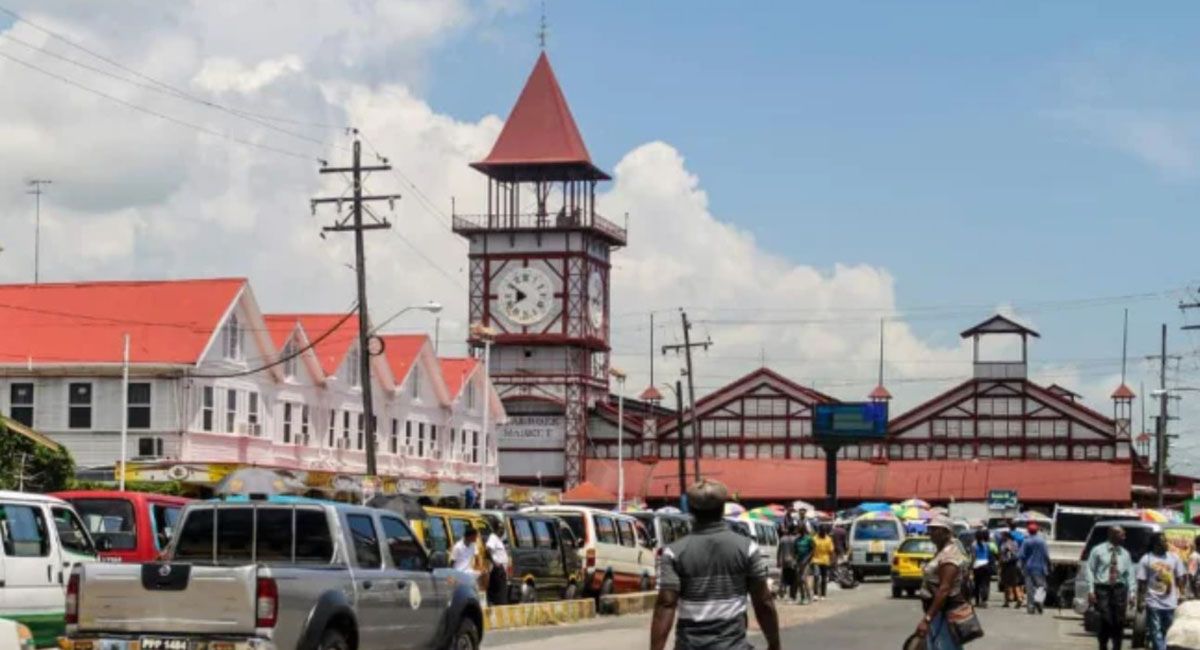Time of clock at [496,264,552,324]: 7:51
